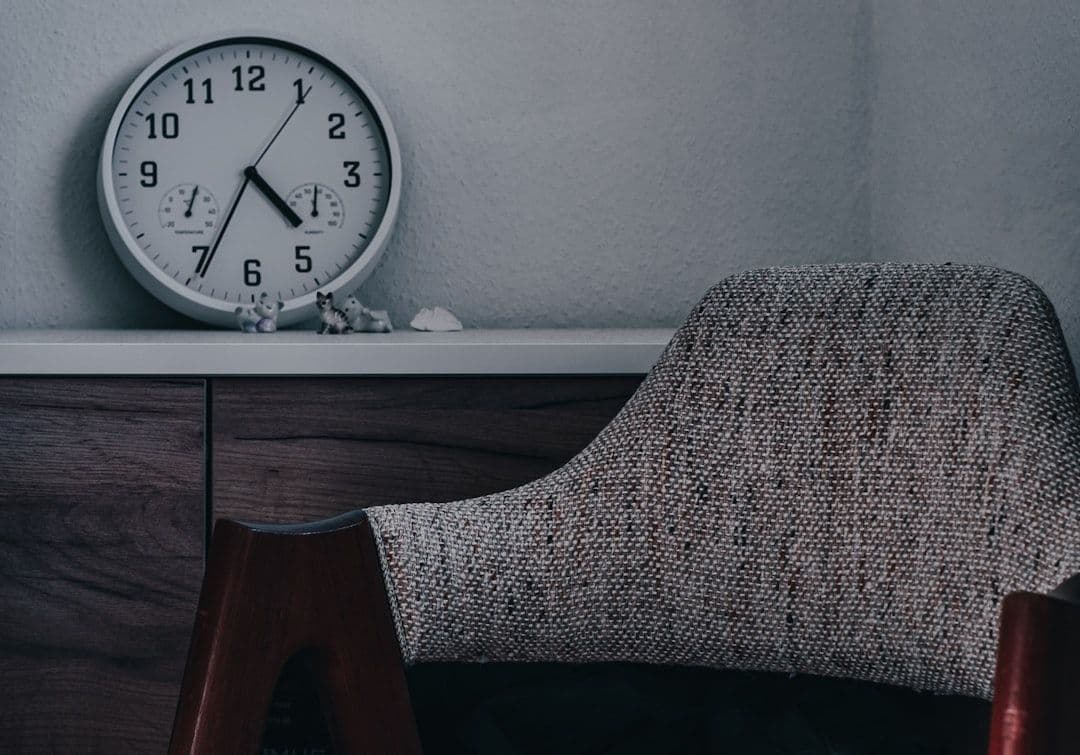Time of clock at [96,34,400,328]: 4:34
